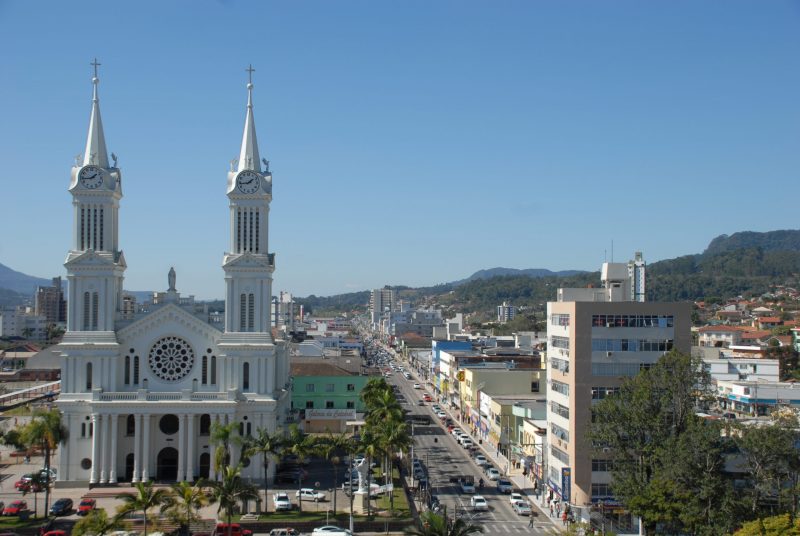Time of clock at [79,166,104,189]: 1:43
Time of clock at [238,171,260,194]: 1:43
